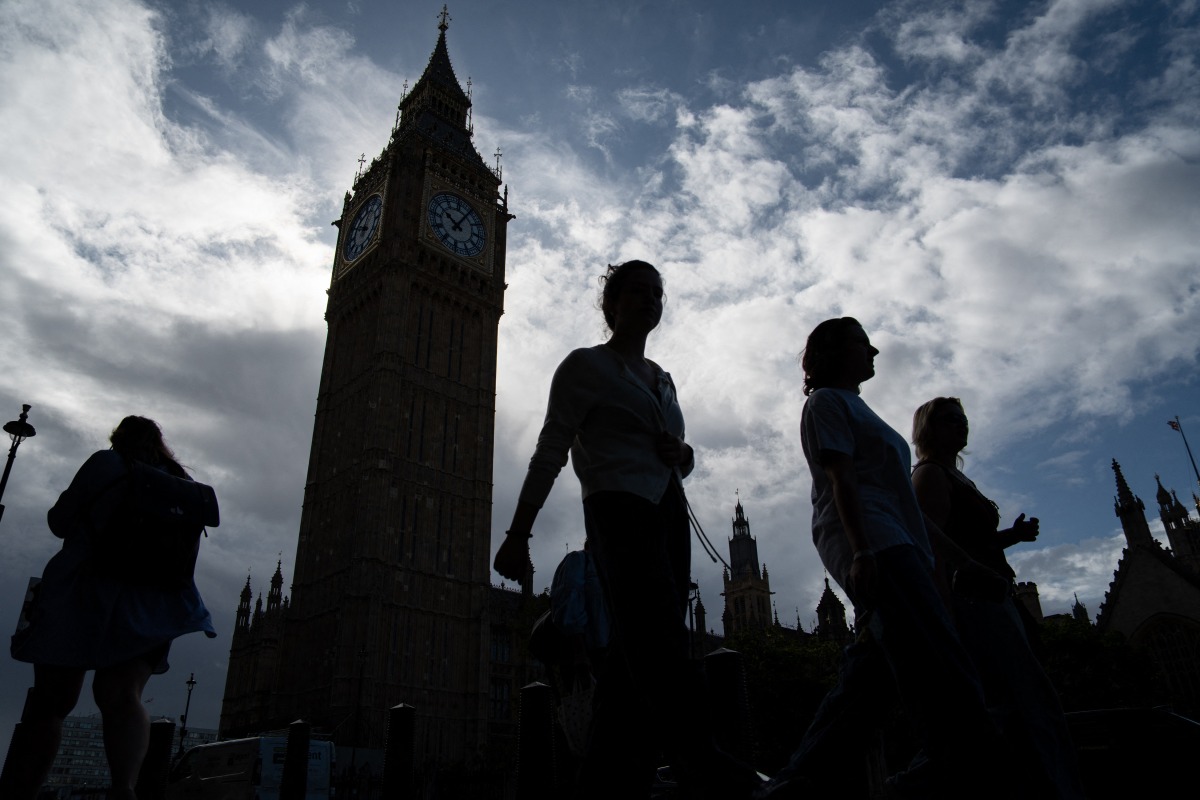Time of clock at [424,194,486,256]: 10:05
